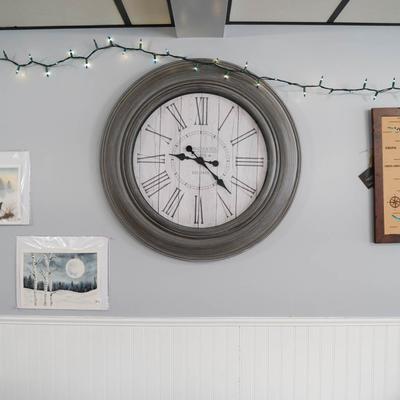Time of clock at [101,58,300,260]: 9:22
